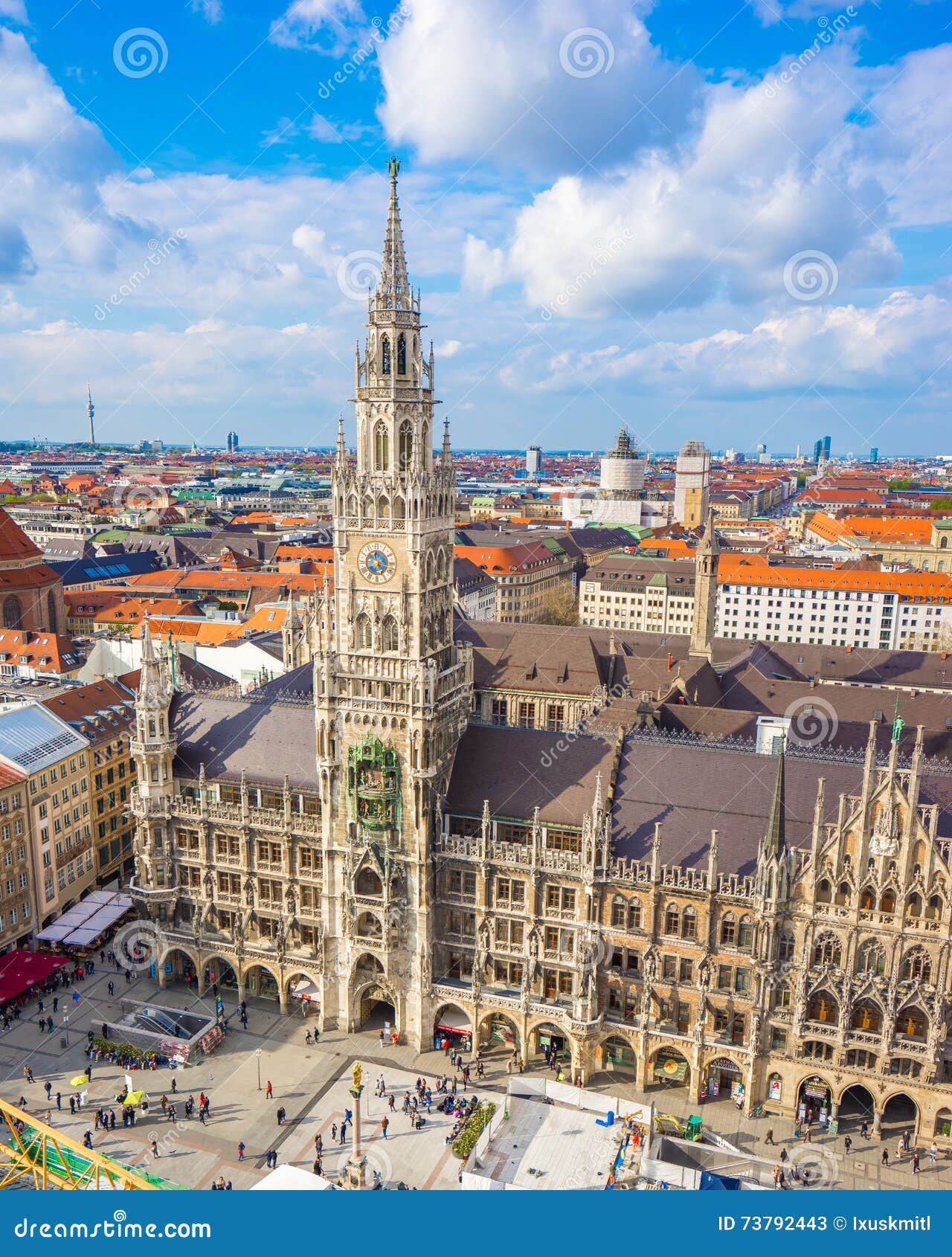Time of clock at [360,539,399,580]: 11:17
